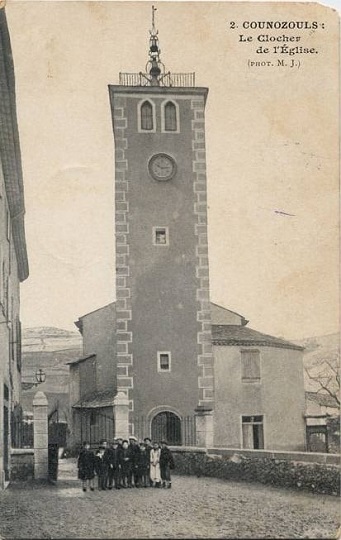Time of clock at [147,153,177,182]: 10:14
